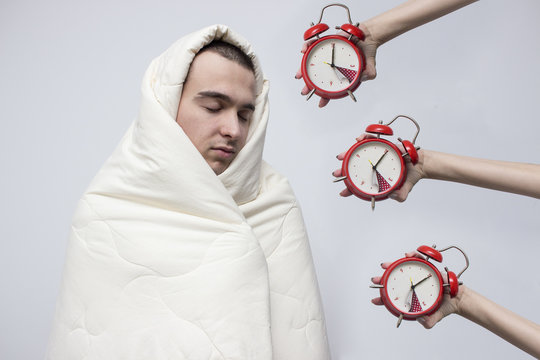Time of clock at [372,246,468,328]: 6:10
